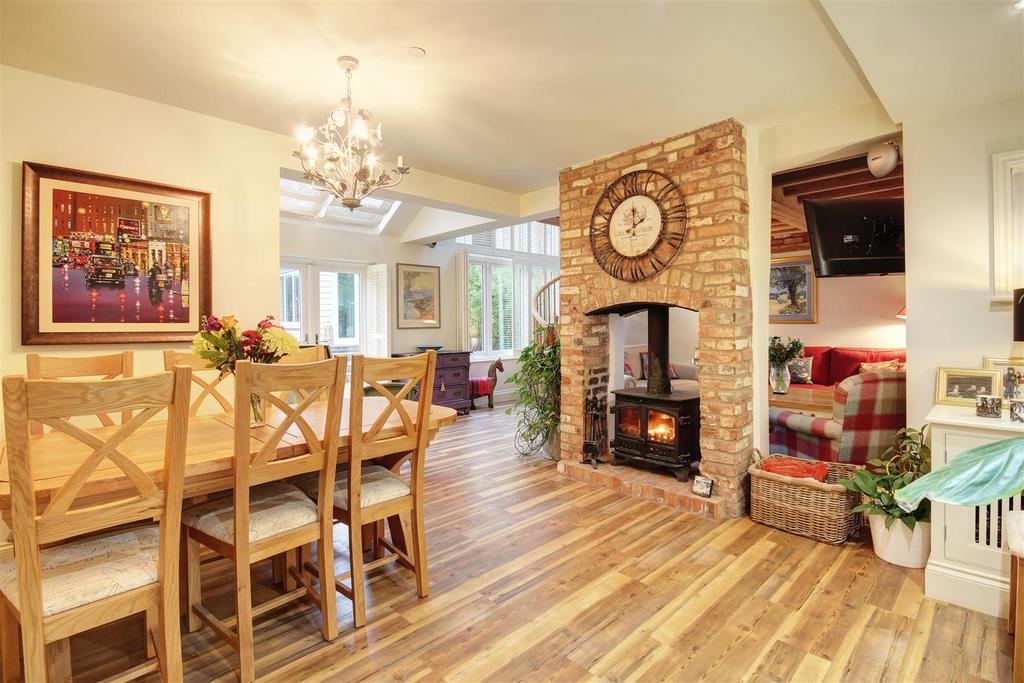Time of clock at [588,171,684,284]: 2:01
